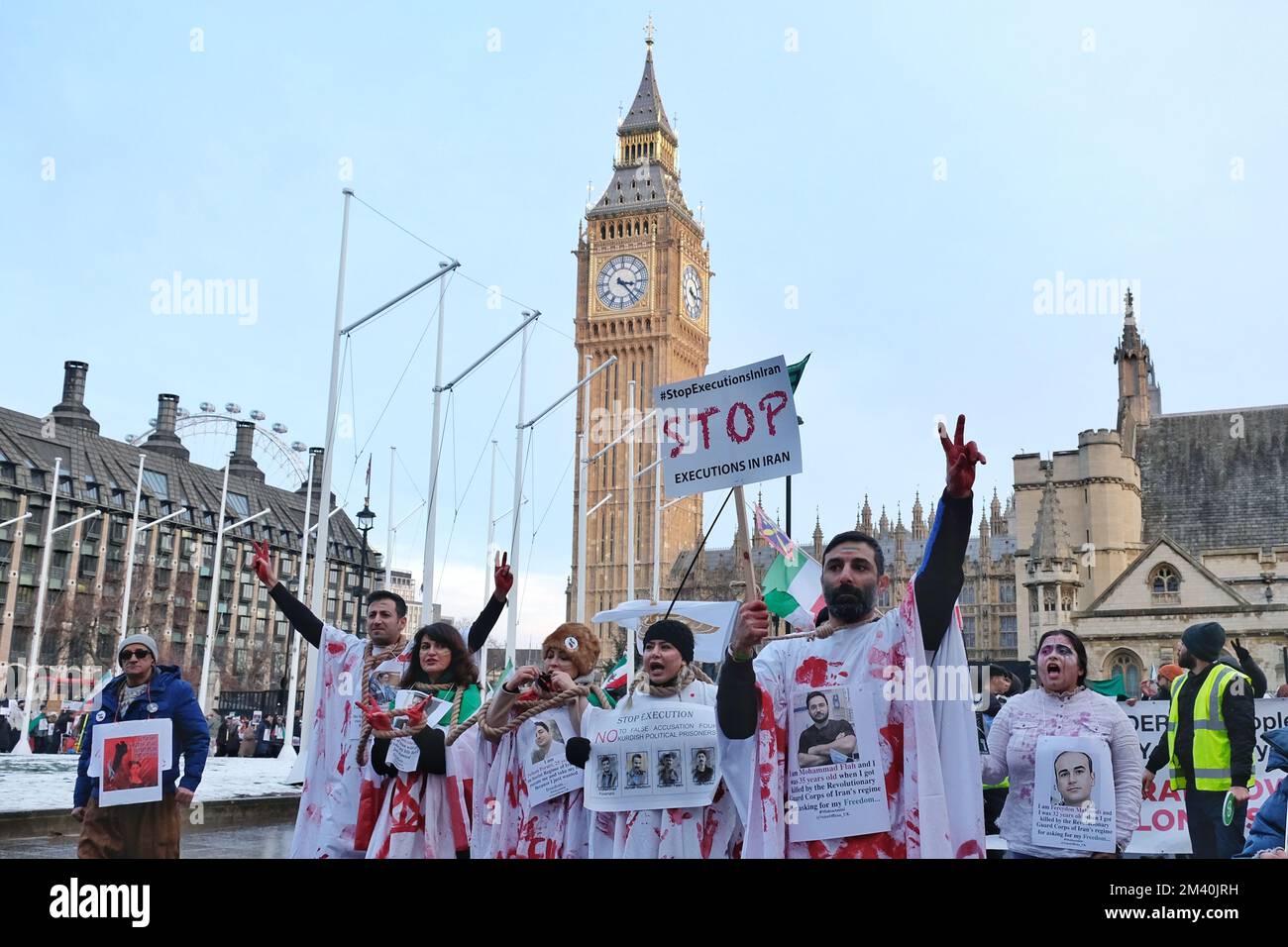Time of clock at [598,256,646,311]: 3:22
